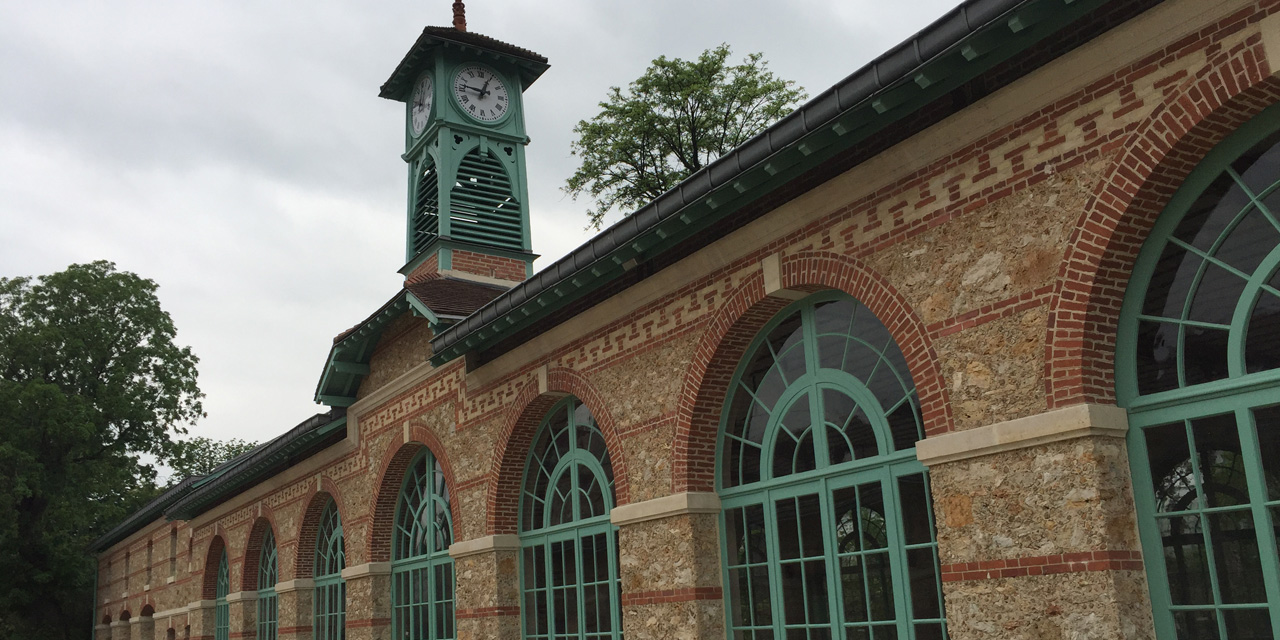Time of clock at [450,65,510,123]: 12:46
